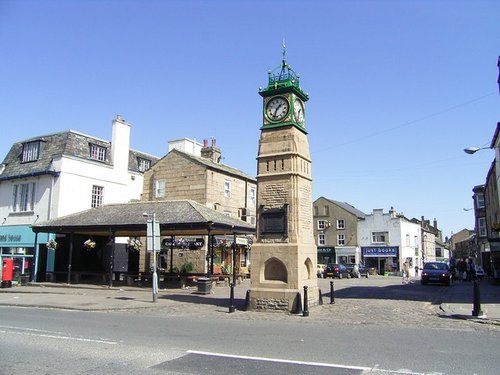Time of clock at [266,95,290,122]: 1:33
